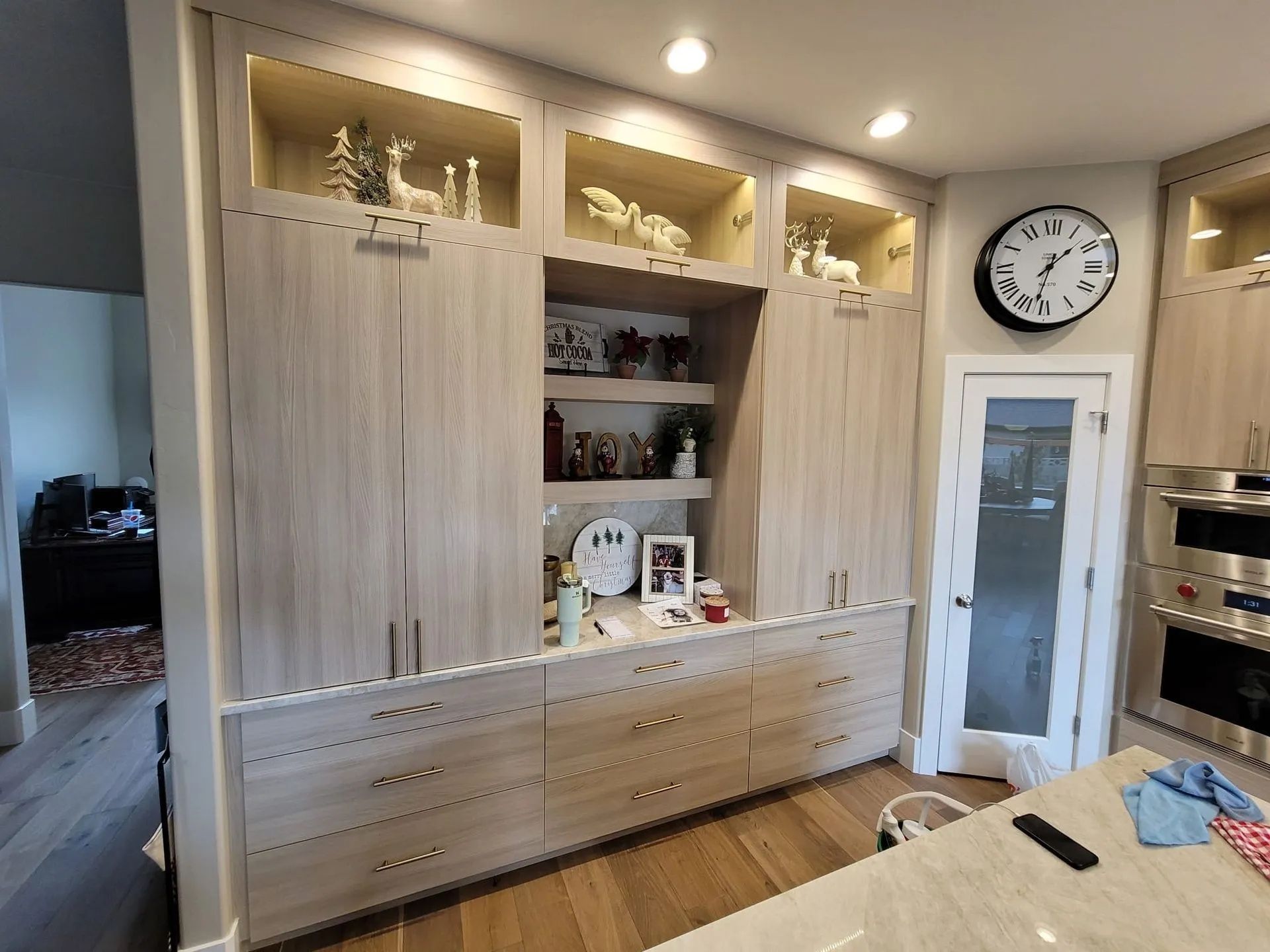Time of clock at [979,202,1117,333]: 1:32
